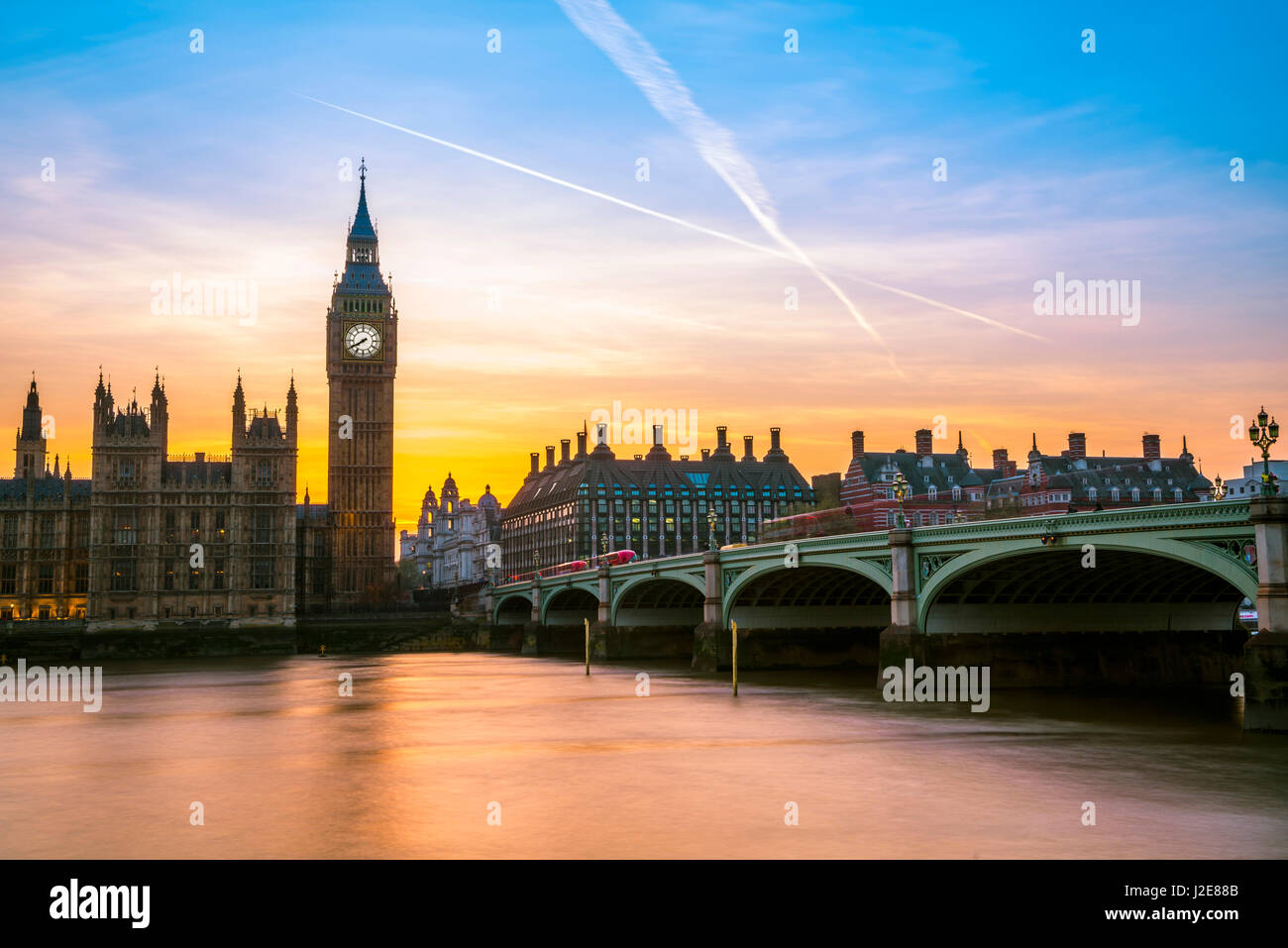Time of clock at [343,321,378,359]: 7:40
